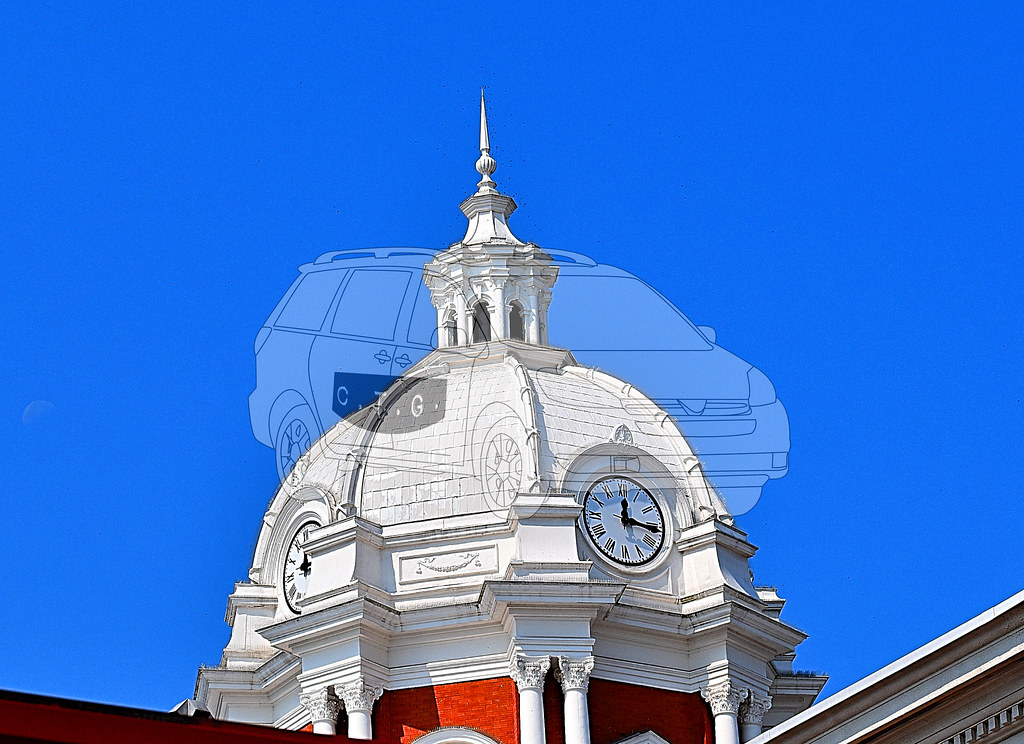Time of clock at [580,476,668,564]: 12:15
